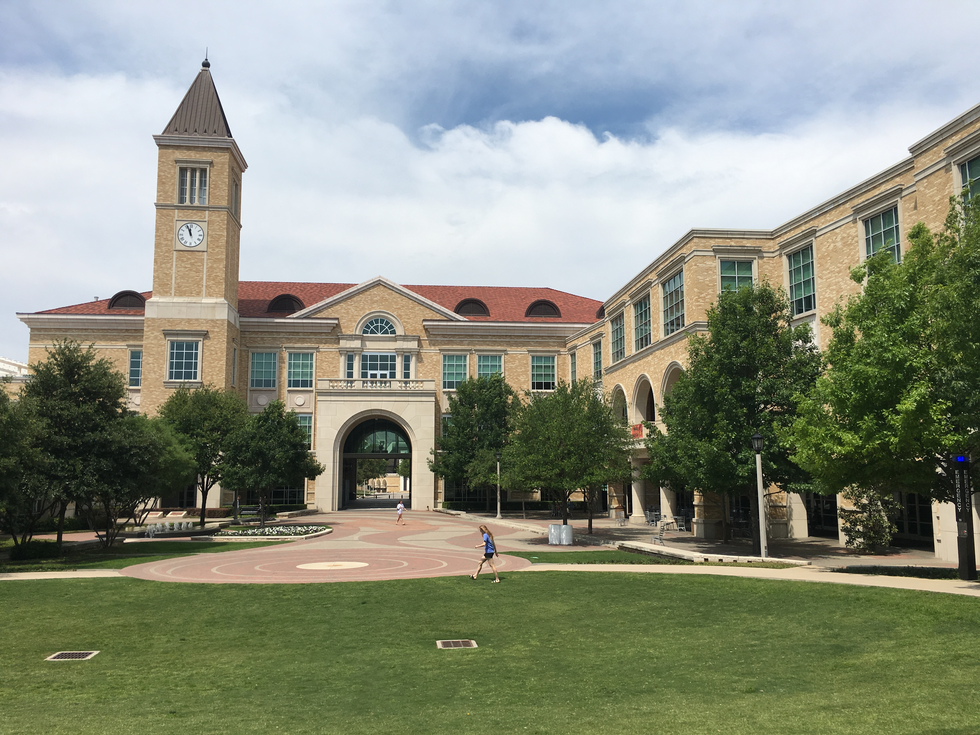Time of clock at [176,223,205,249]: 11:56
